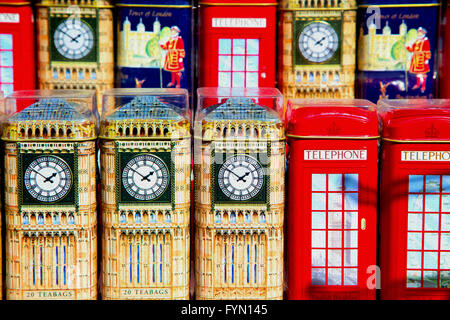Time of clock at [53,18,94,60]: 1:50
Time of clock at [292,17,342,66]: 1:50
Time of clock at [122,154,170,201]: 1:50
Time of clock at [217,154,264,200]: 1:50
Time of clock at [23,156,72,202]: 1:50
